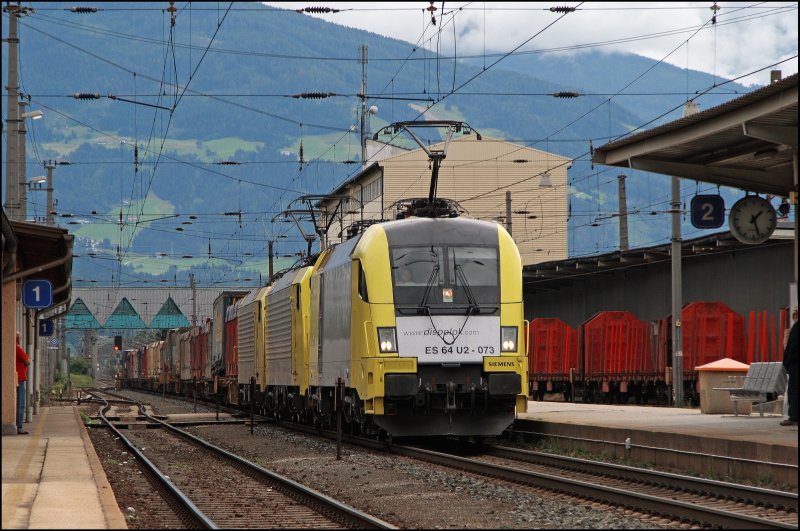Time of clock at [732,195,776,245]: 1:26
